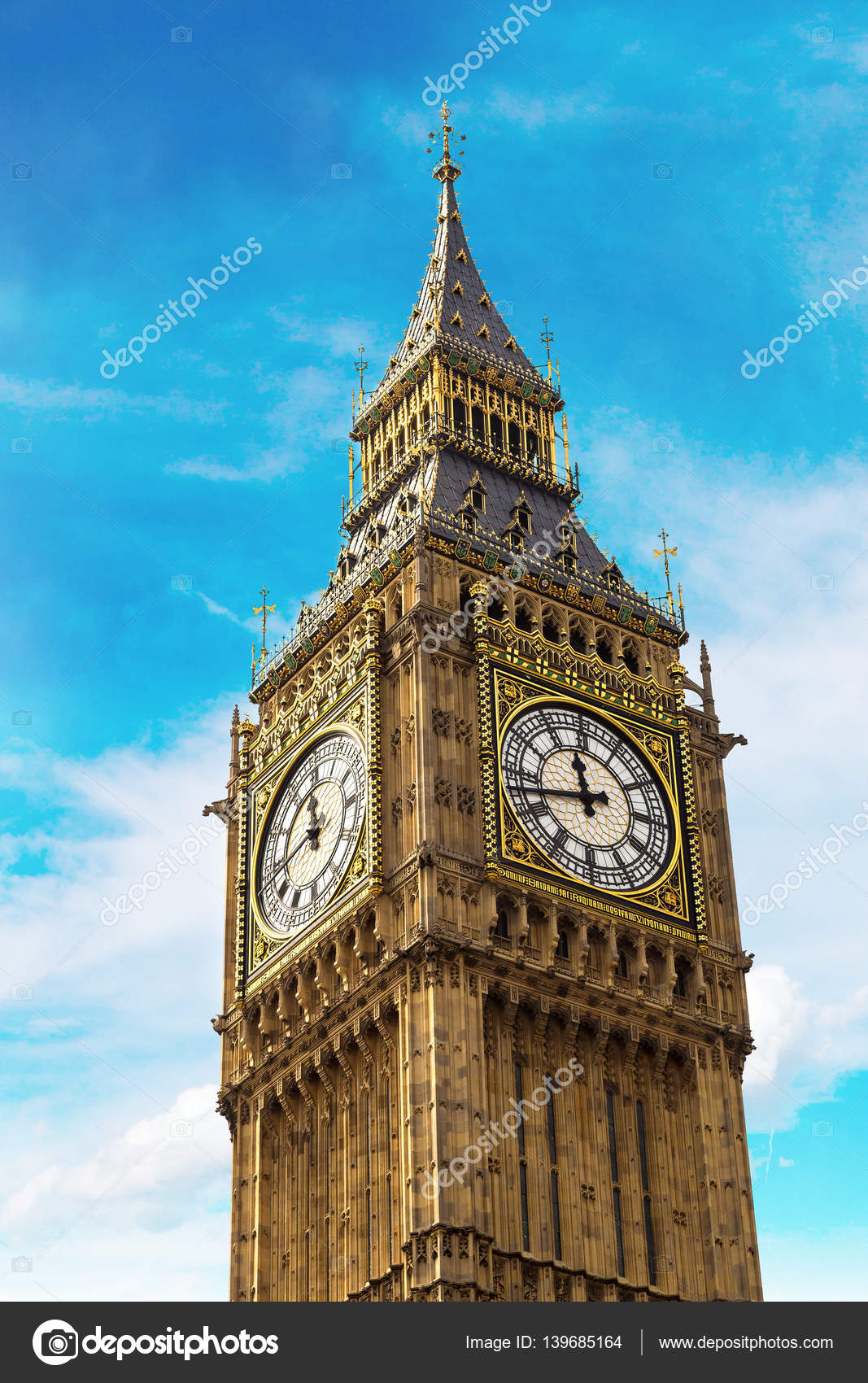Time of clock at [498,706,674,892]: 11:42
